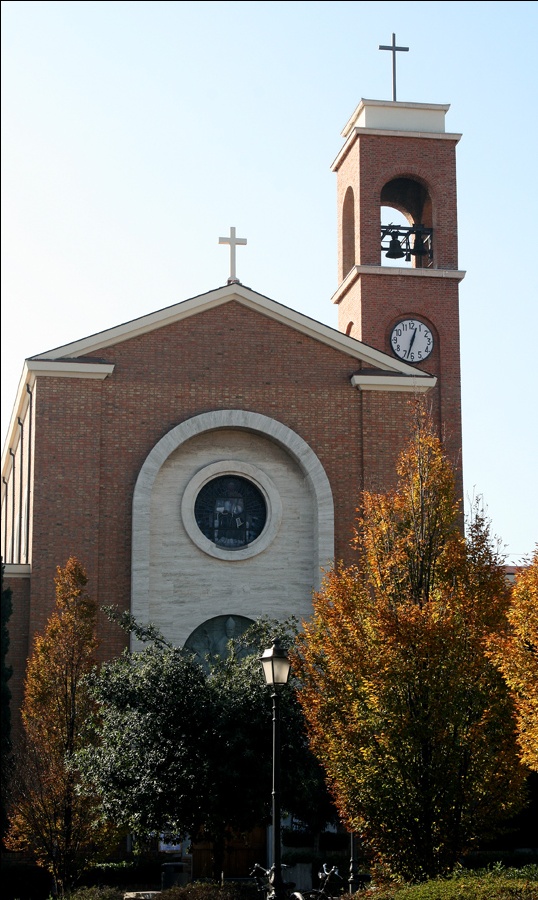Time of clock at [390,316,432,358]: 12:32
